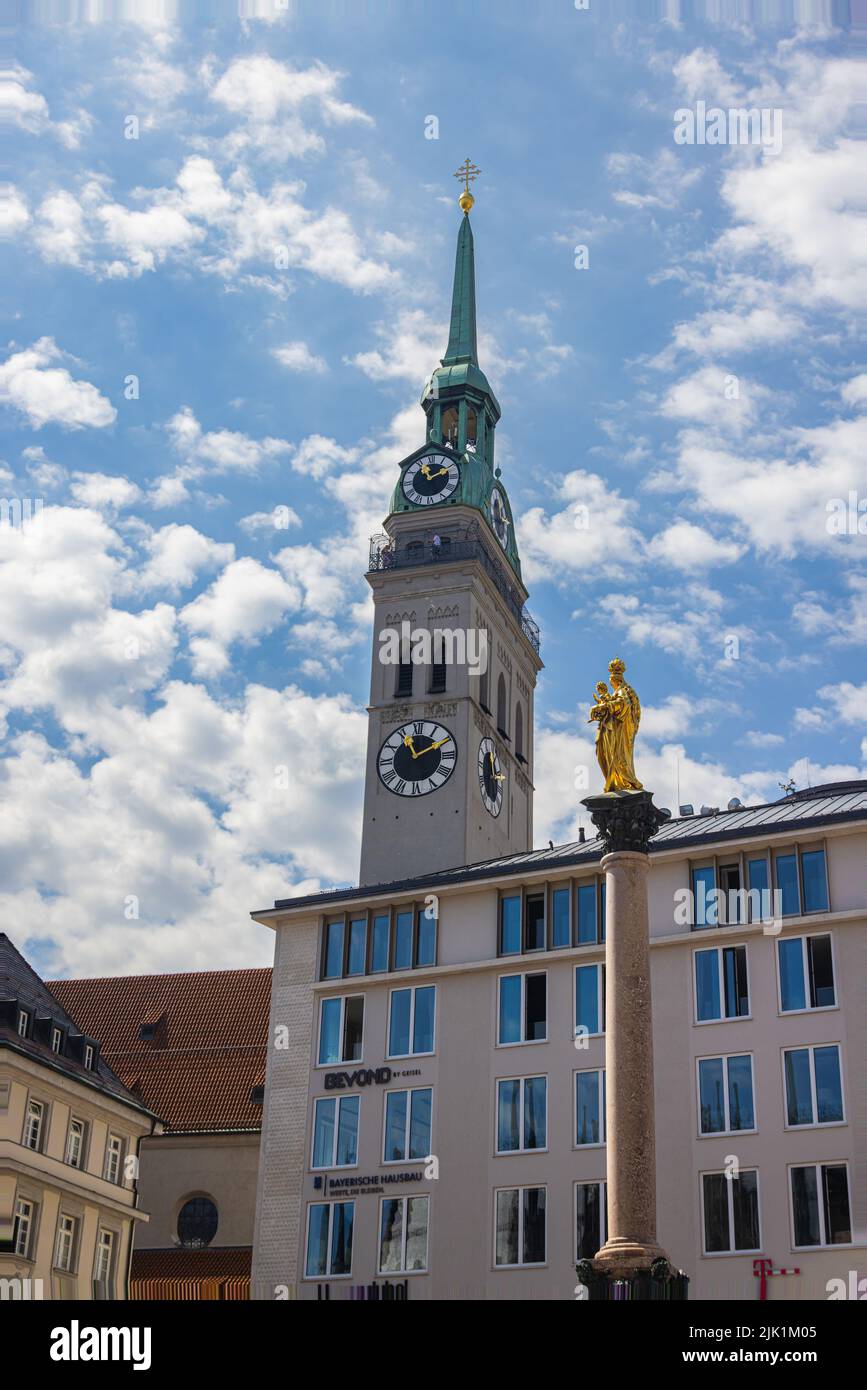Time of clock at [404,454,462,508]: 11:10
